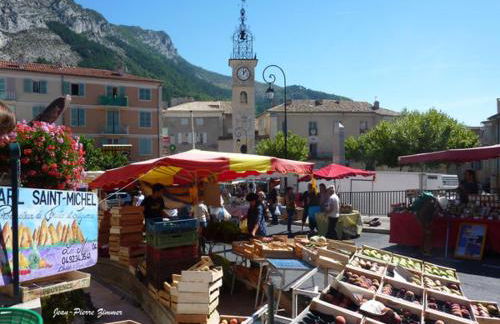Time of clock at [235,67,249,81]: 12:07
